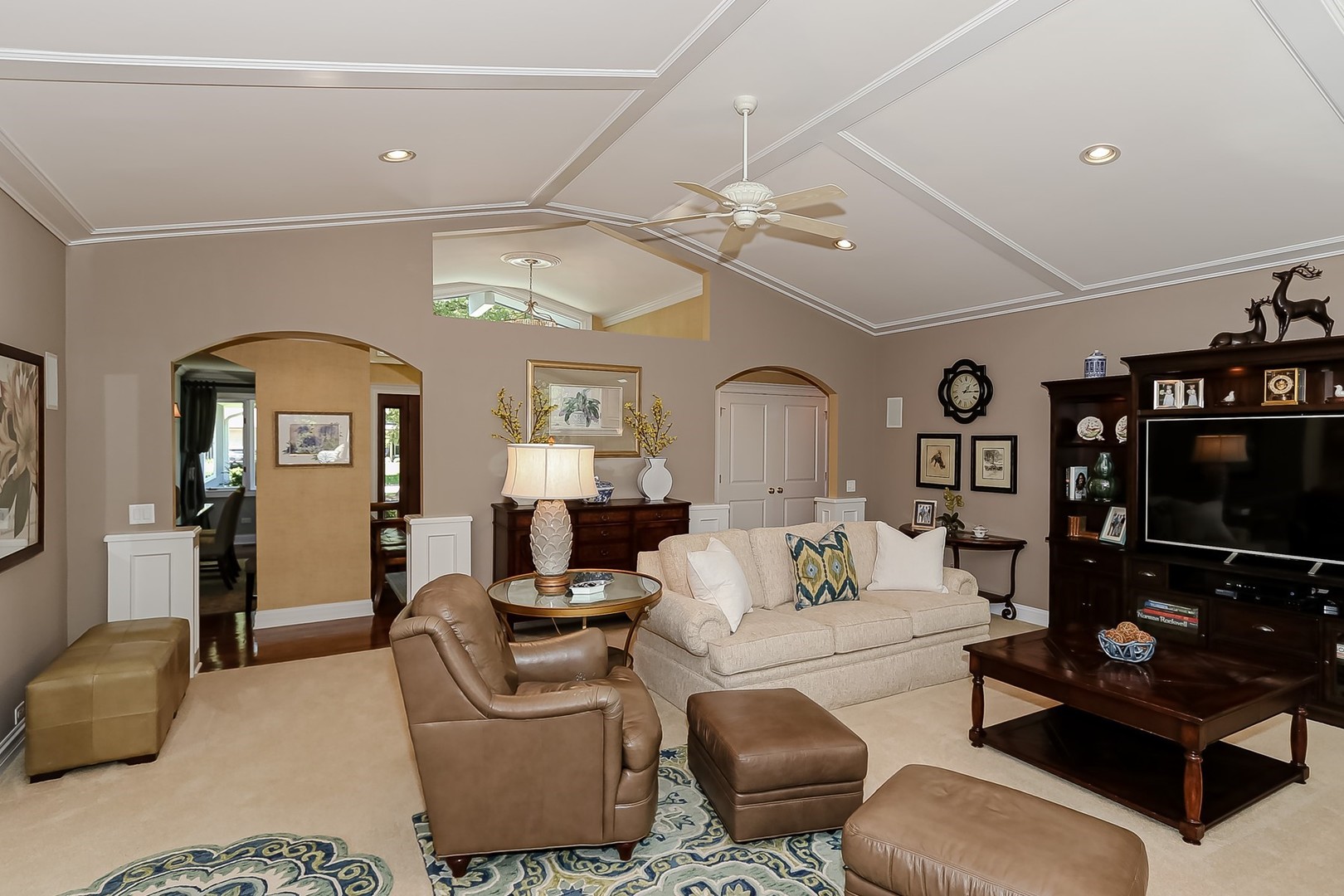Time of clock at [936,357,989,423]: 1:14
